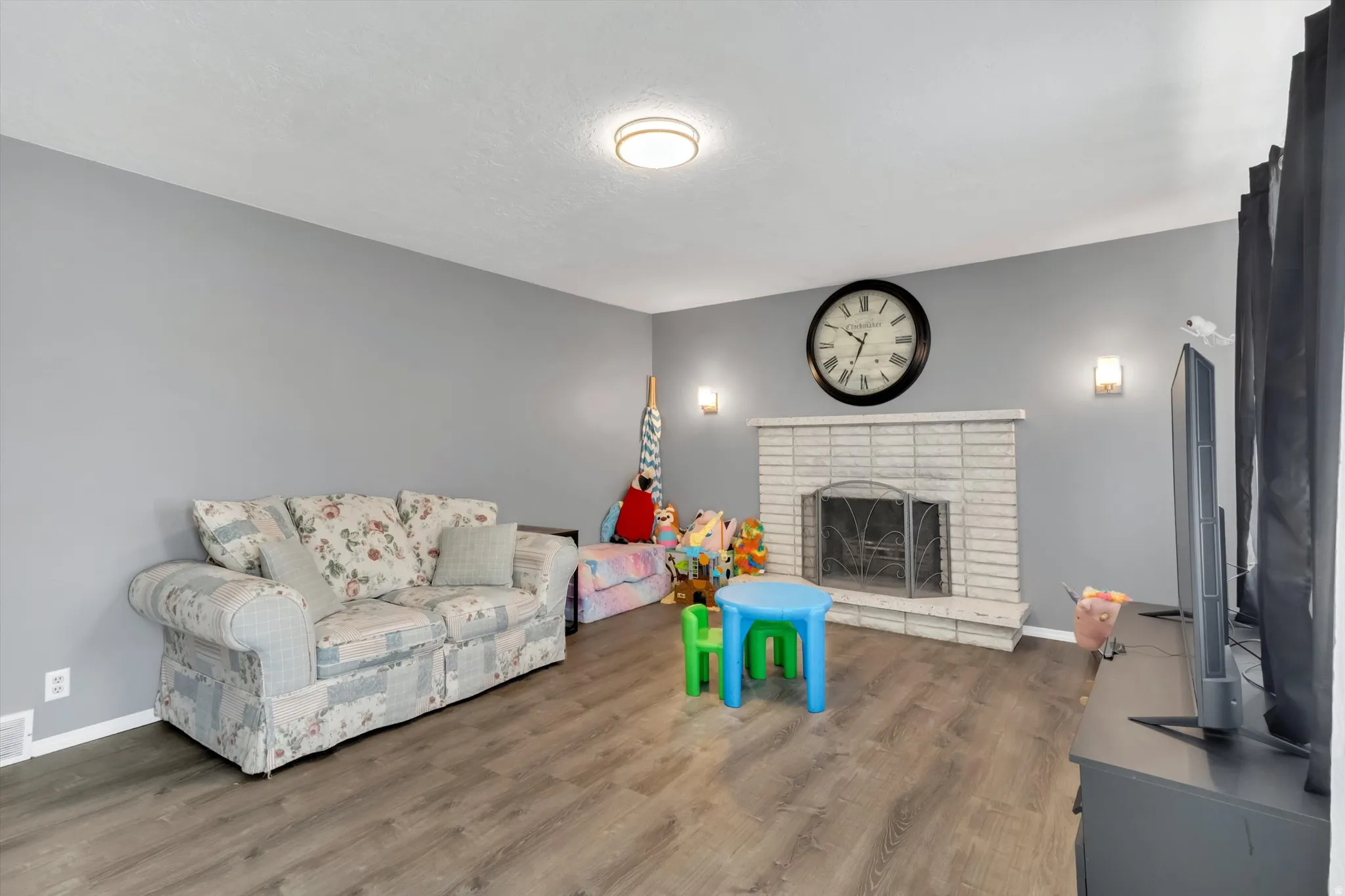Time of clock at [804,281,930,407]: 10:33
